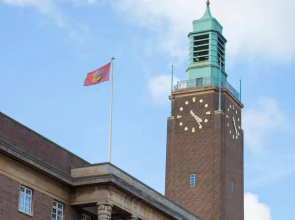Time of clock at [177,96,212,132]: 4:24
